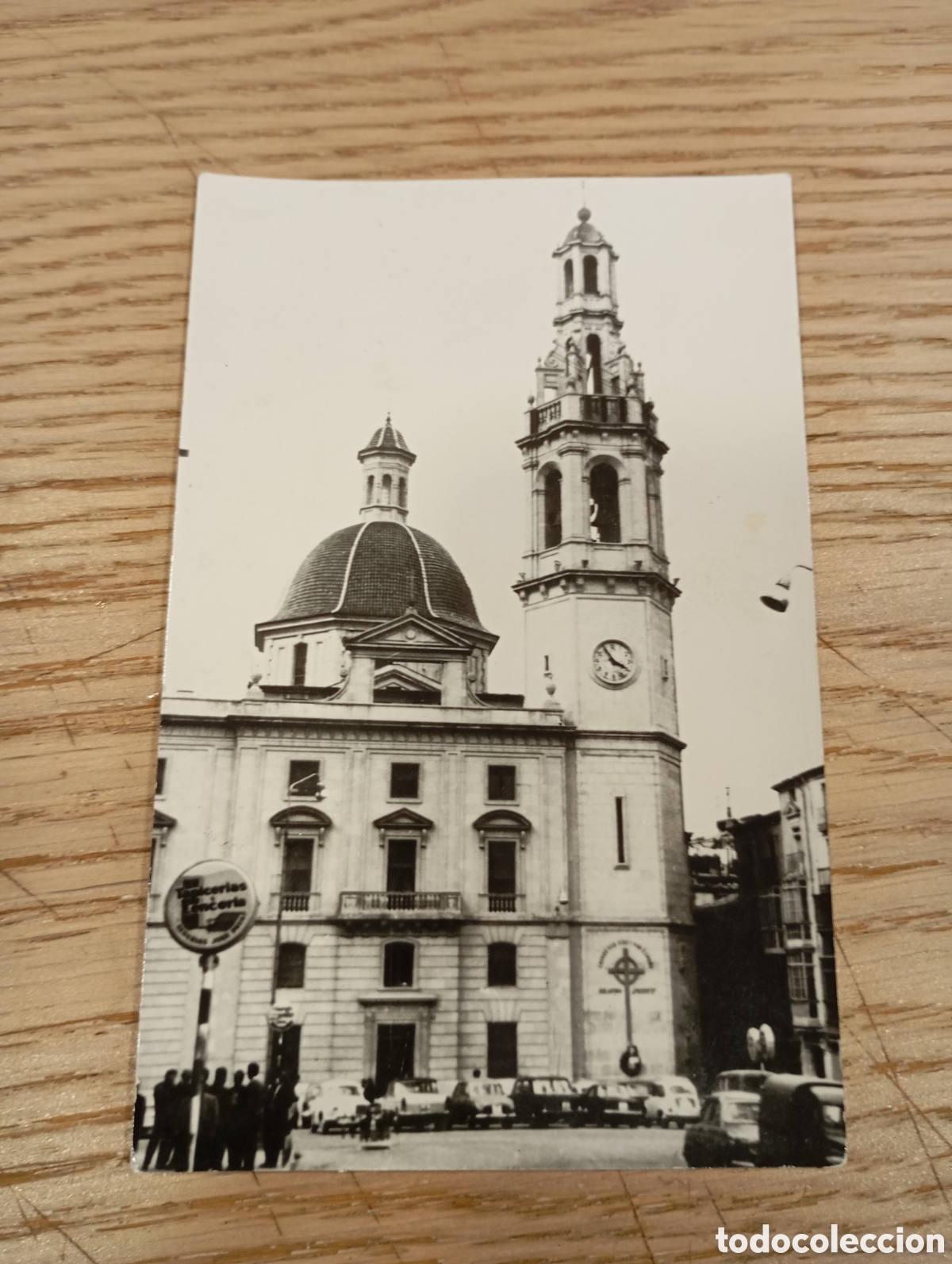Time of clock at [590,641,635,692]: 3:54
